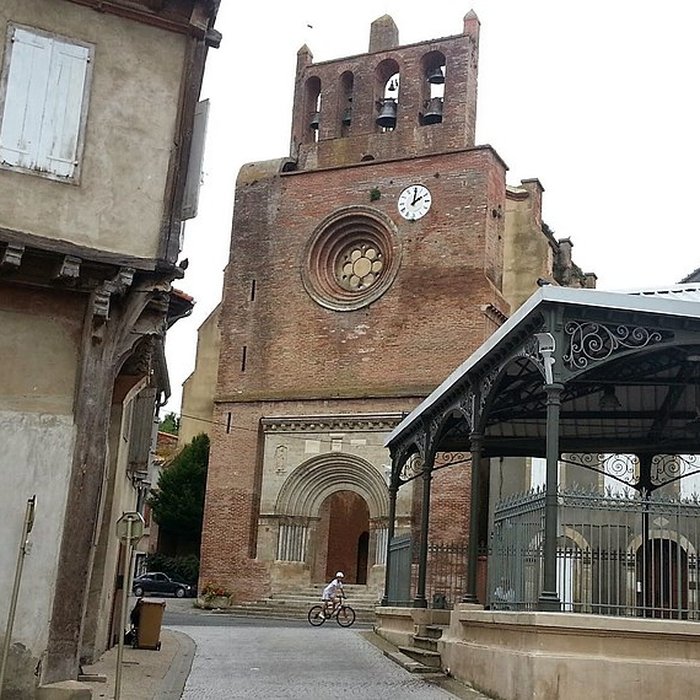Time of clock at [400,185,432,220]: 2:01
